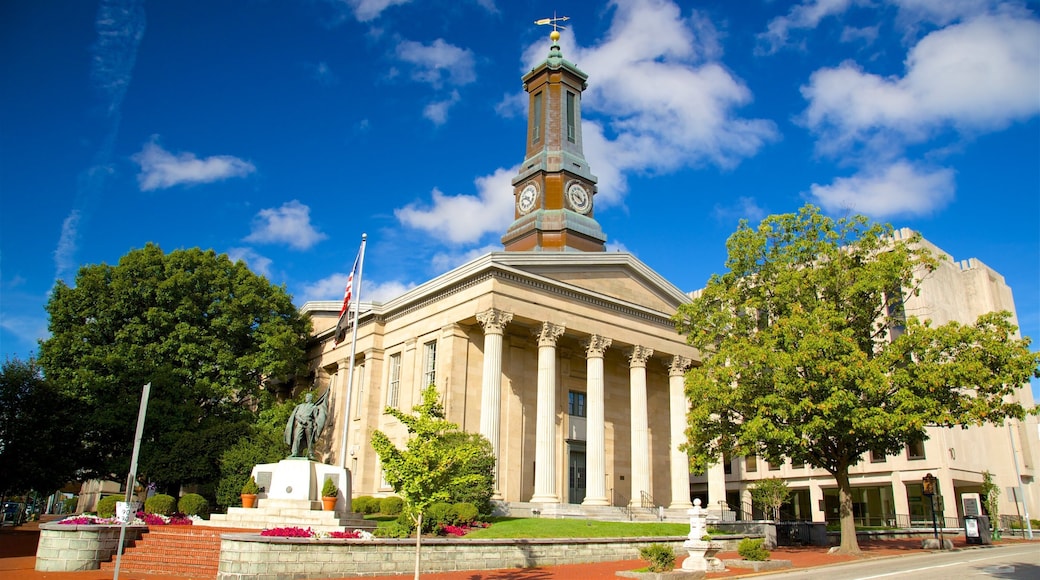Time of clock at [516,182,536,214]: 9:22
